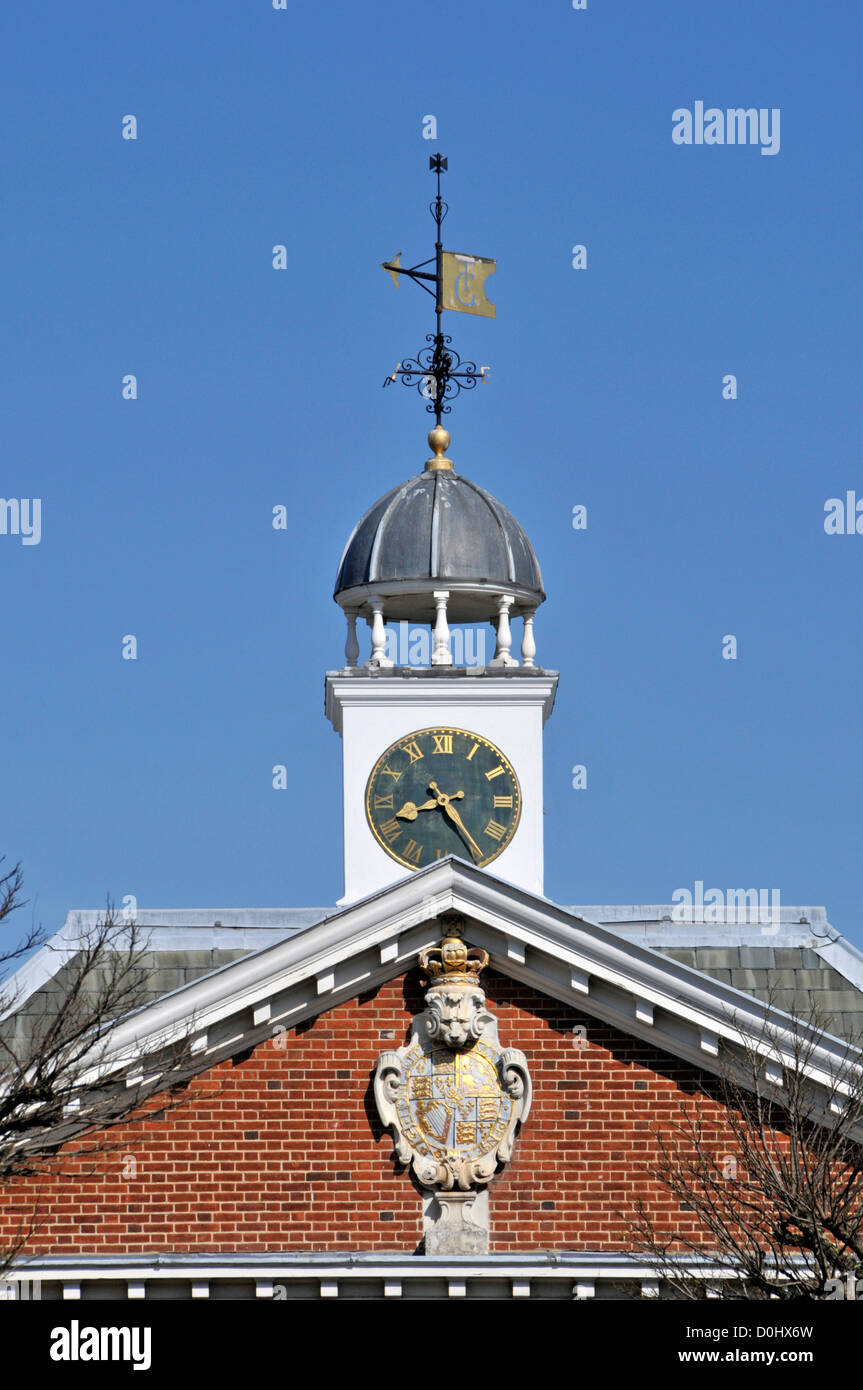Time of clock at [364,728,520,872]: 8:24
